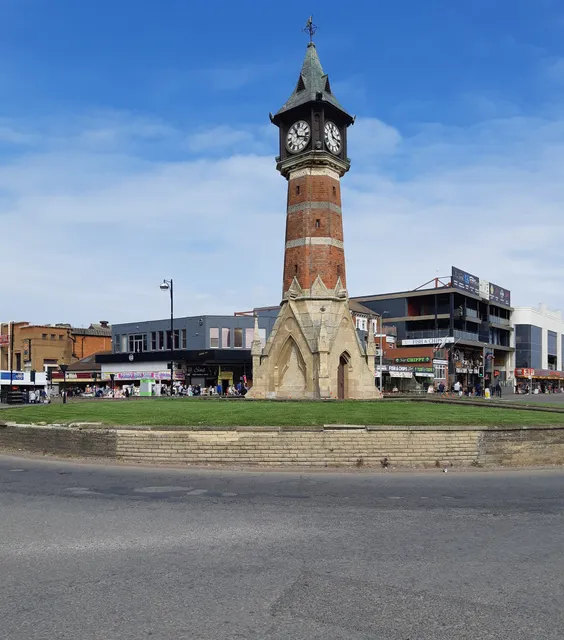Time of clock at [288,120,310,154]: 11:17
